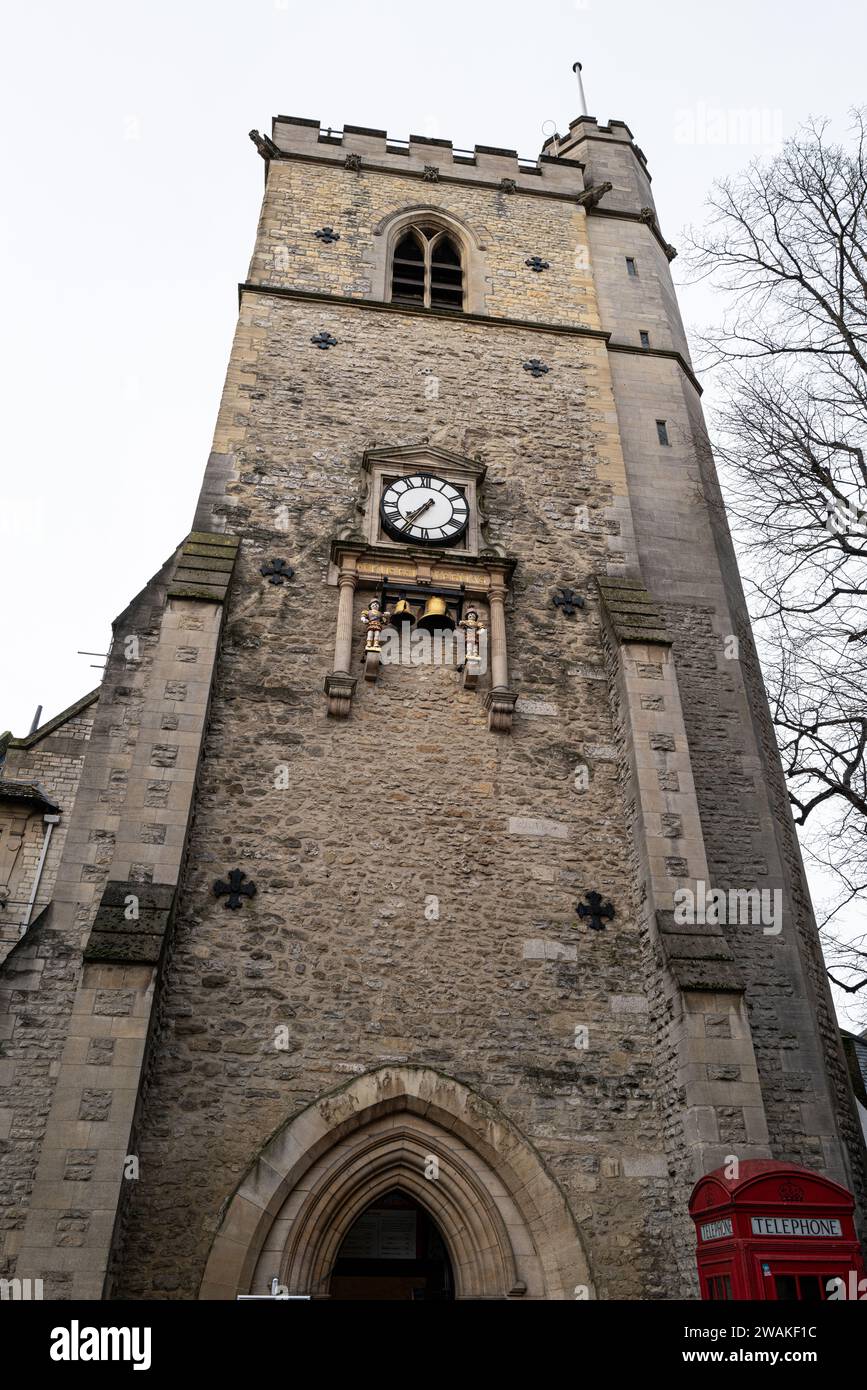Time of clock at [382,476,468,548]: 7:35
